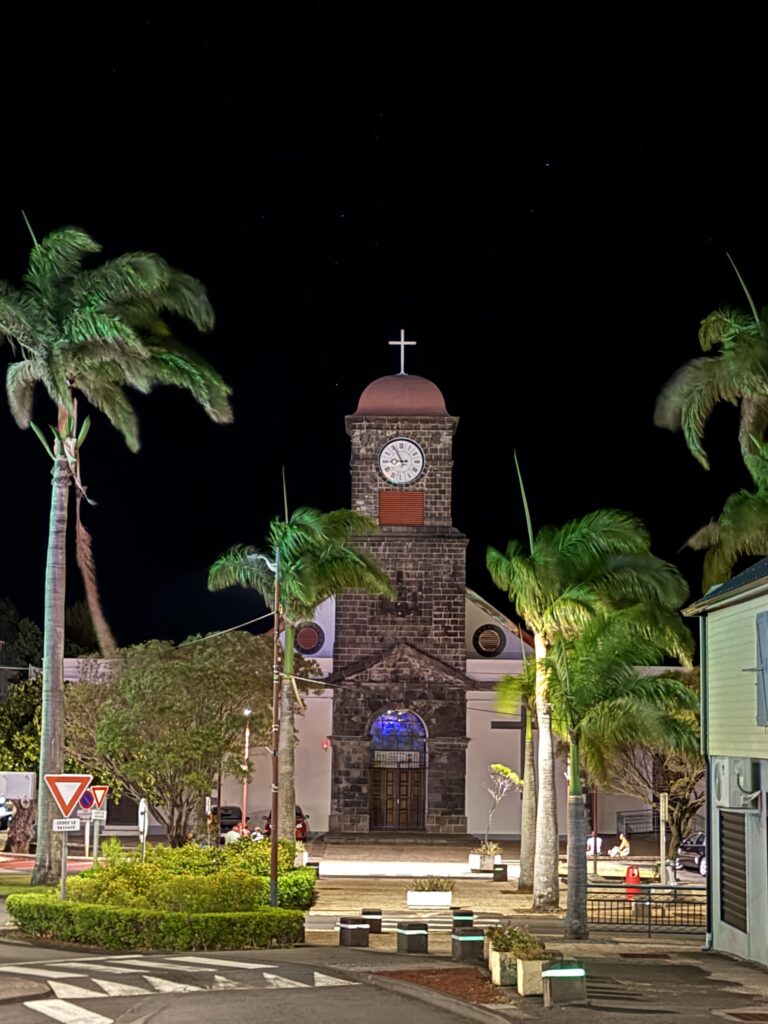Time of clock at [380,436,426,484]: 8:55
